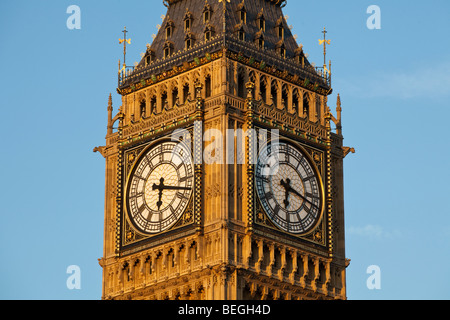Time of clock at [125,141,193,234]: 6:17
